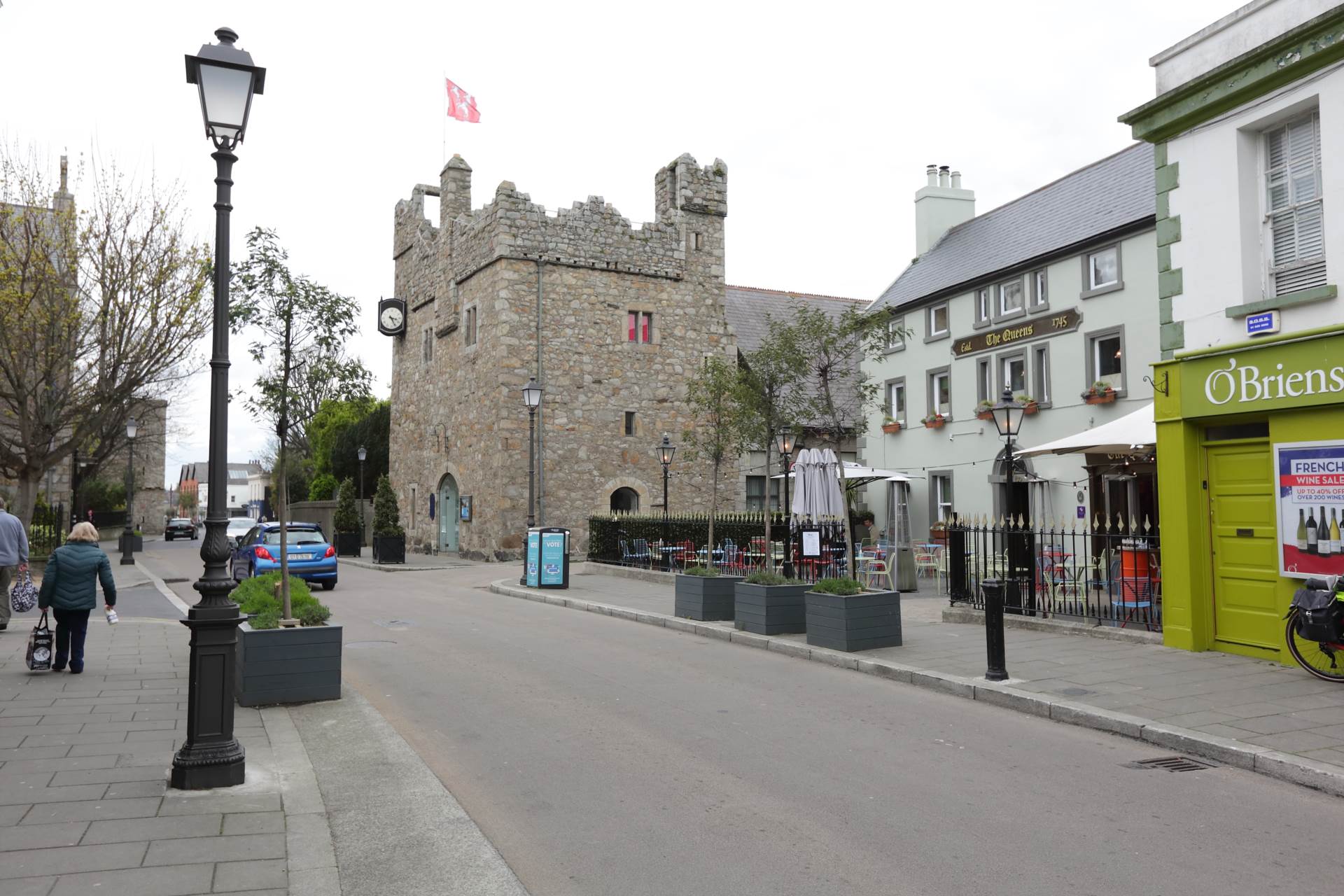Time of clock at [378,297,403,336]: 3:24
